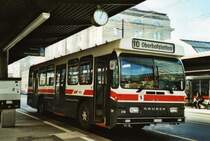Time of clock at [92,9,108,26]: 7:04
